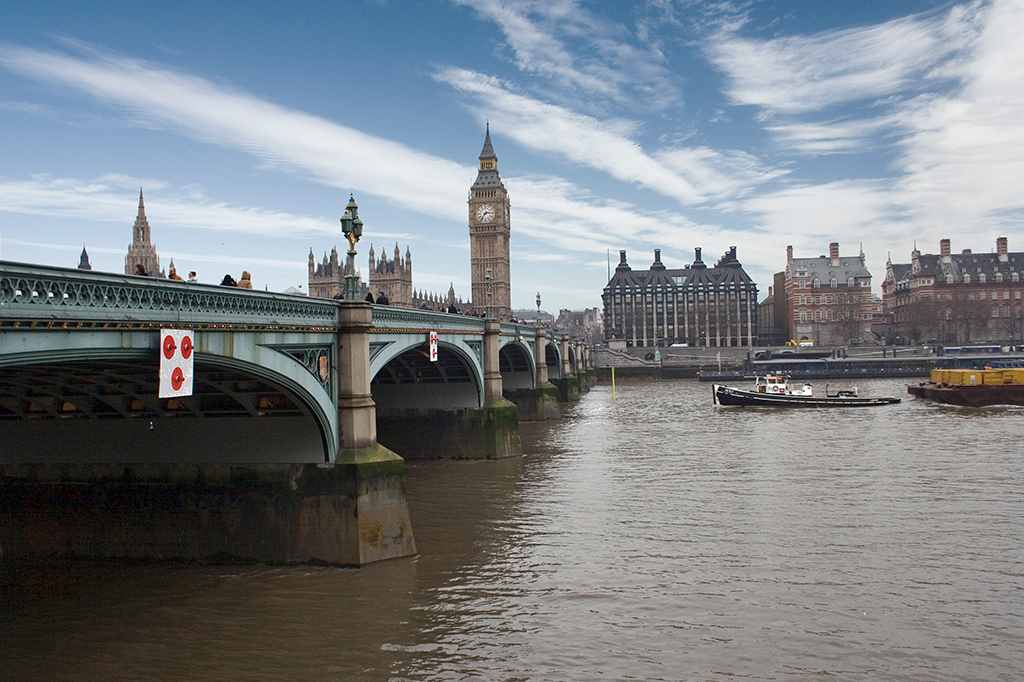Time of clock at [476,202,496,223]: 2:36
